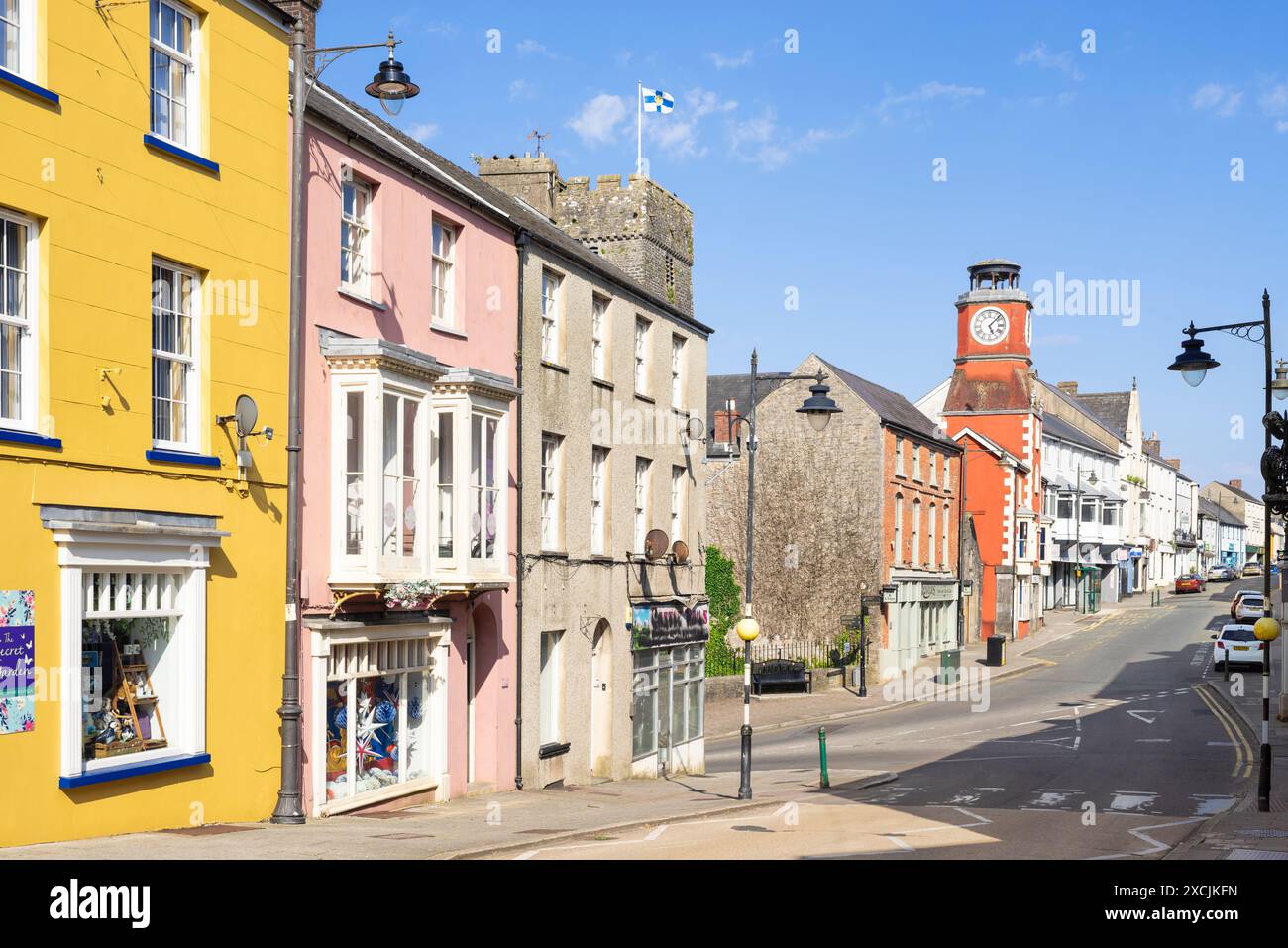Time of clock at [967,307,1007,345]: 5:07
